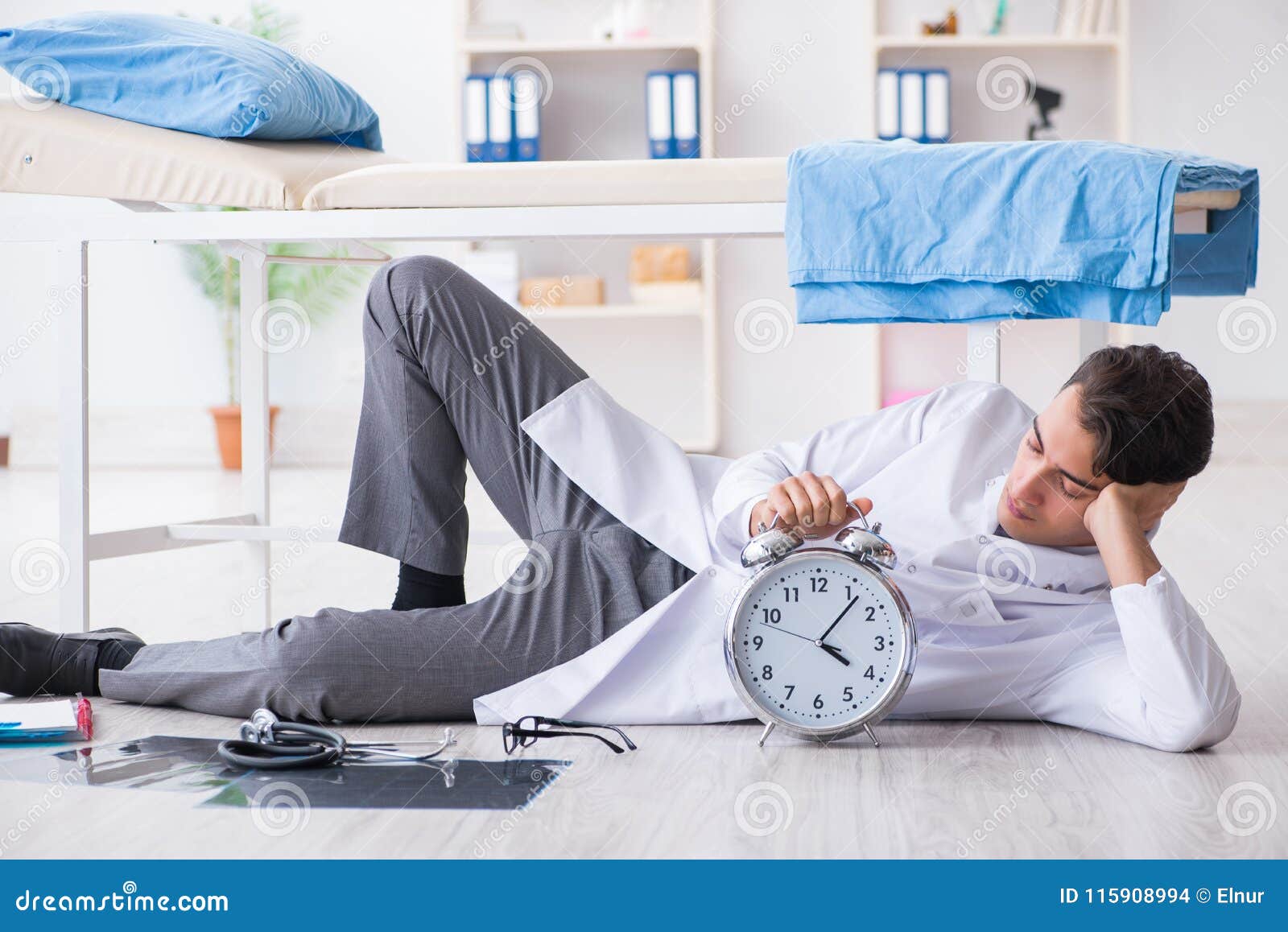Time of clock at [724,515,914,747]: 4:06
